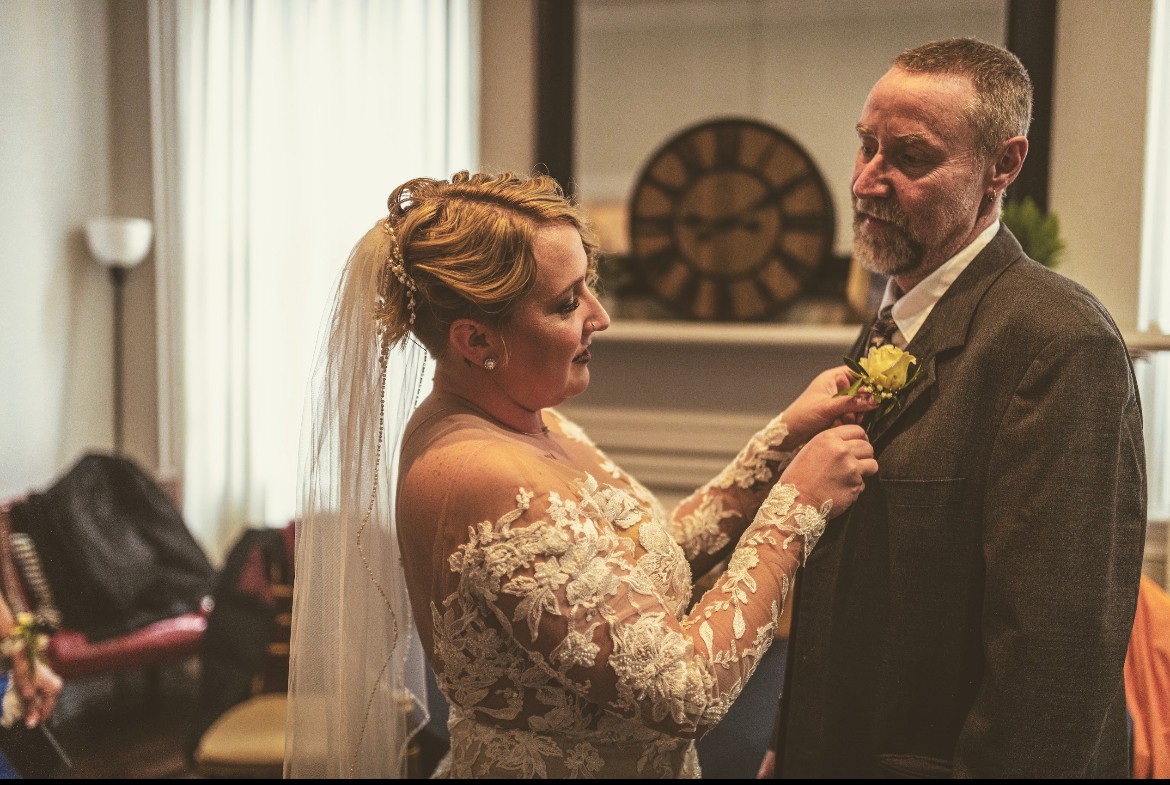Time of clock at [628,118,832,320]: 9:10
